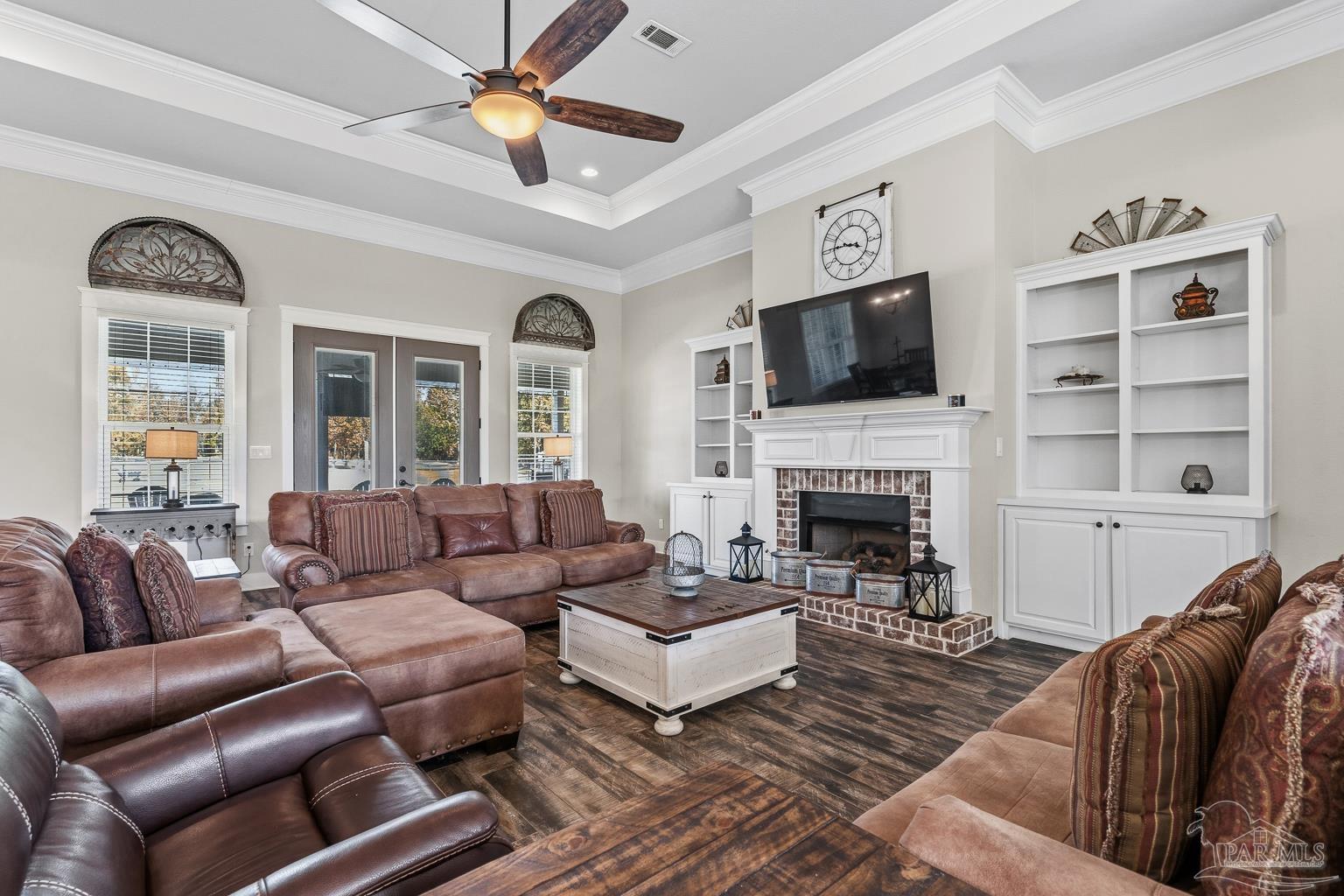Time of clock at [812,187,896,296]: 3:45
